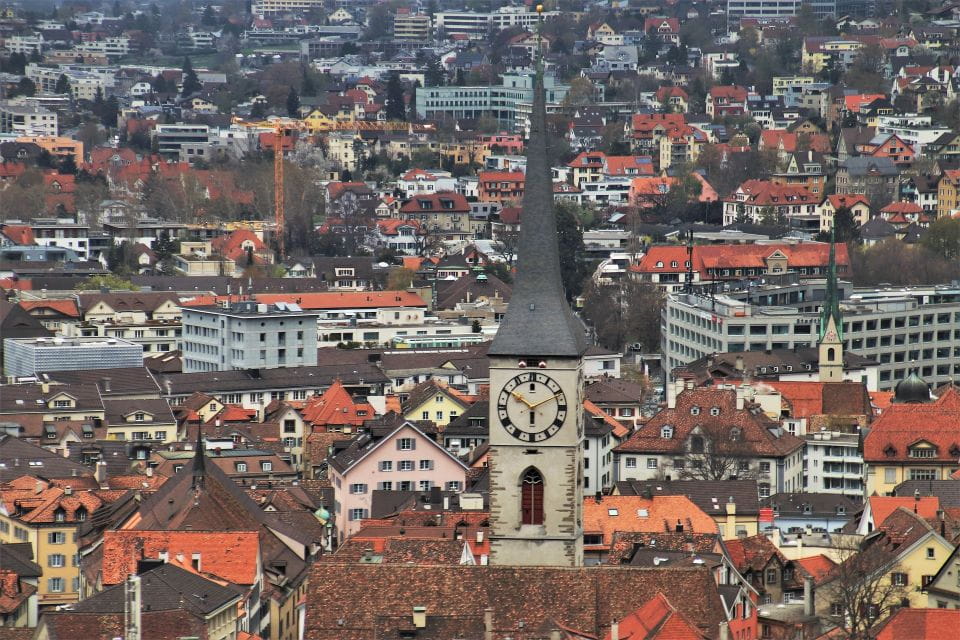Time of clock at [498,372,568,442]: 5:50
